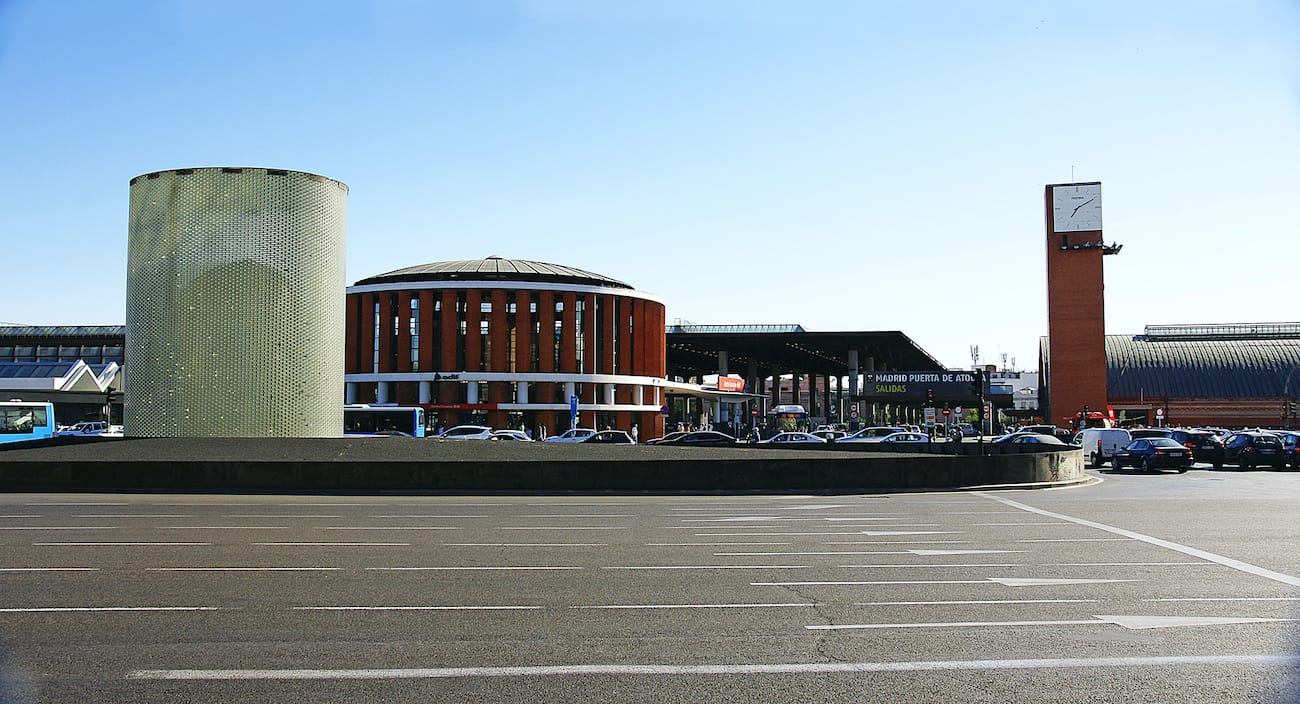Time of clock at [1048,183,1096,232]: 7:10
